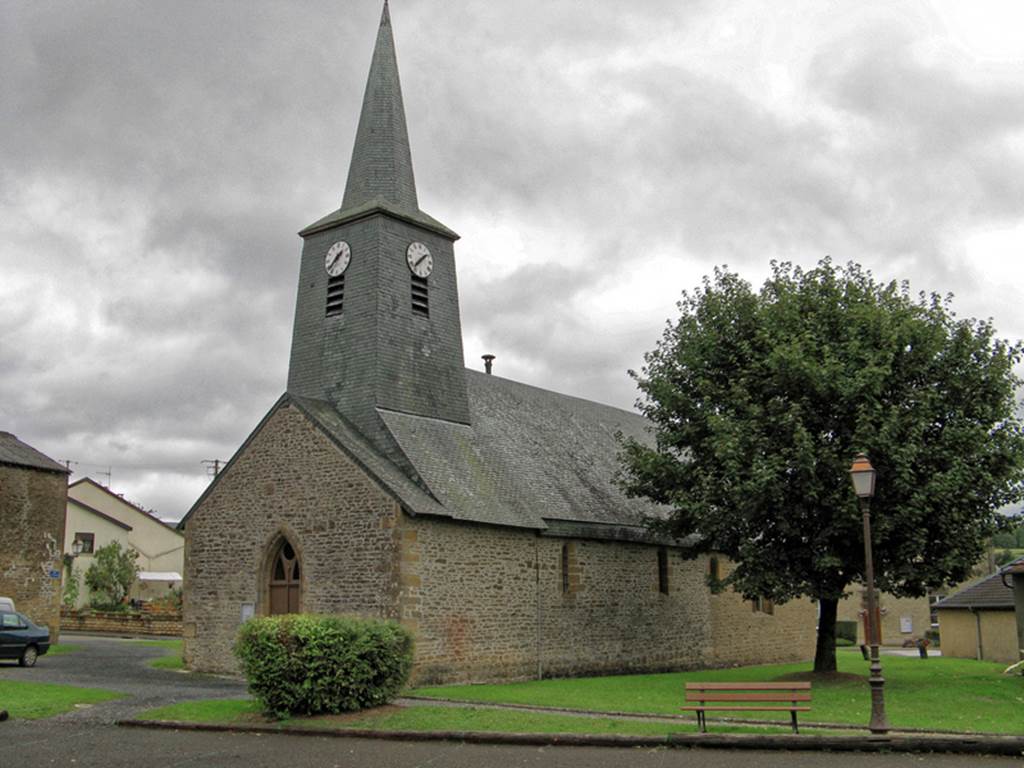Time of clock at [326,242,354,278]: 1:37
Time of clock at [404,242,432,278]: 1:37
